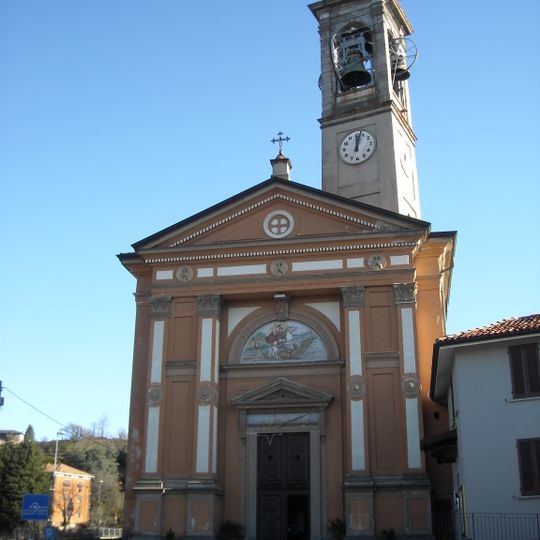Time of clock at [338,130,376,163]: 12:02
